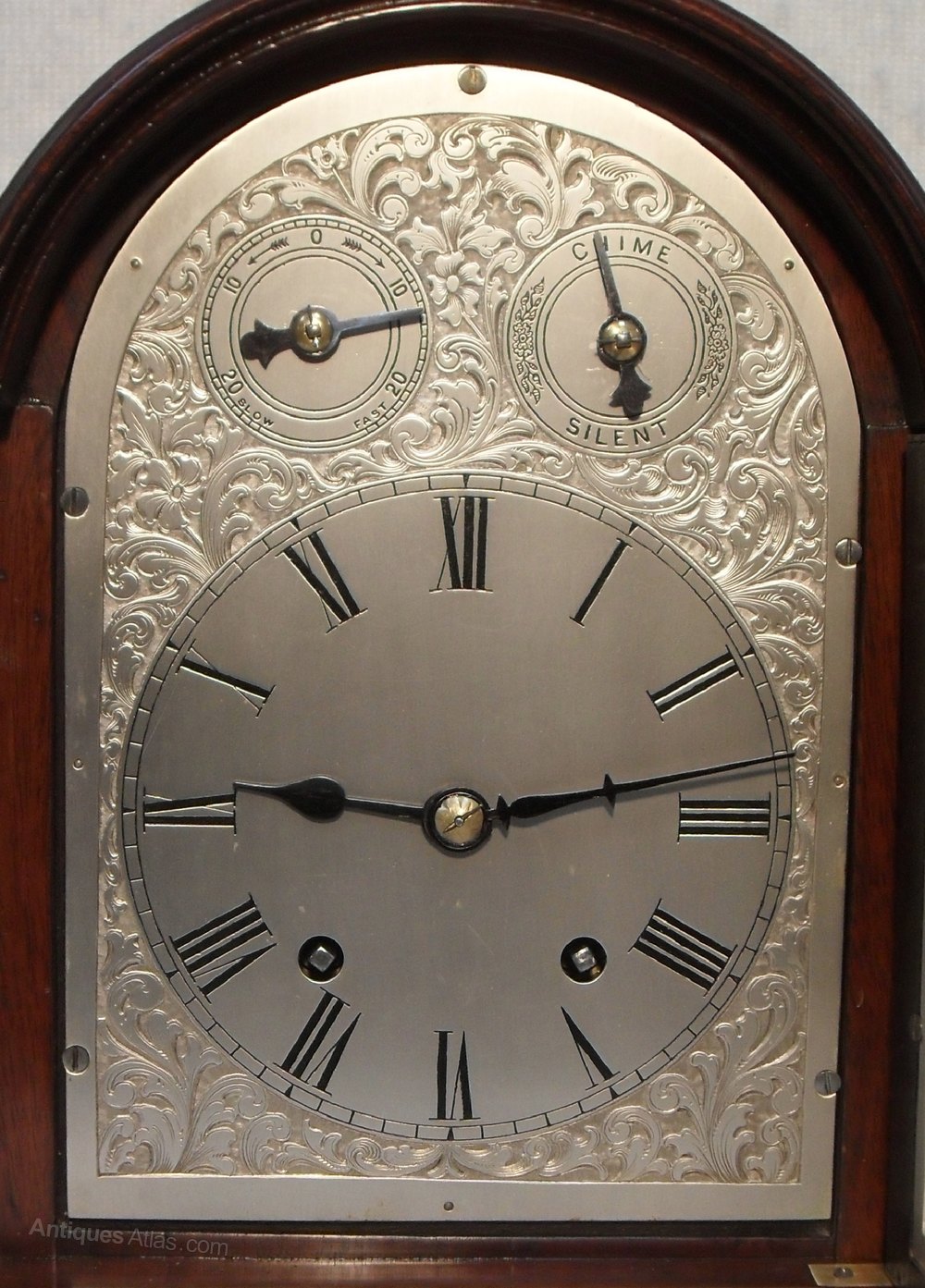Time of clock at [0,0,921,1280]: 9:13
